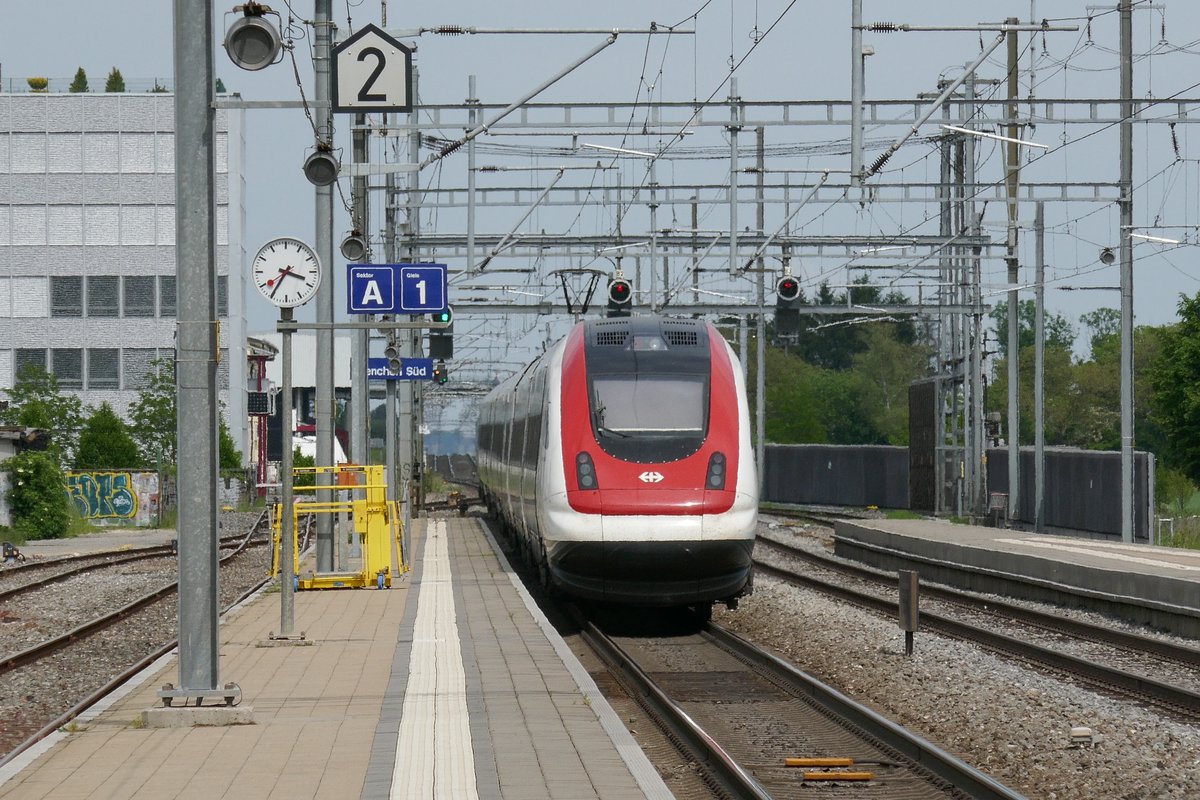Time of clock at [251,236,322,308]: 3:35
